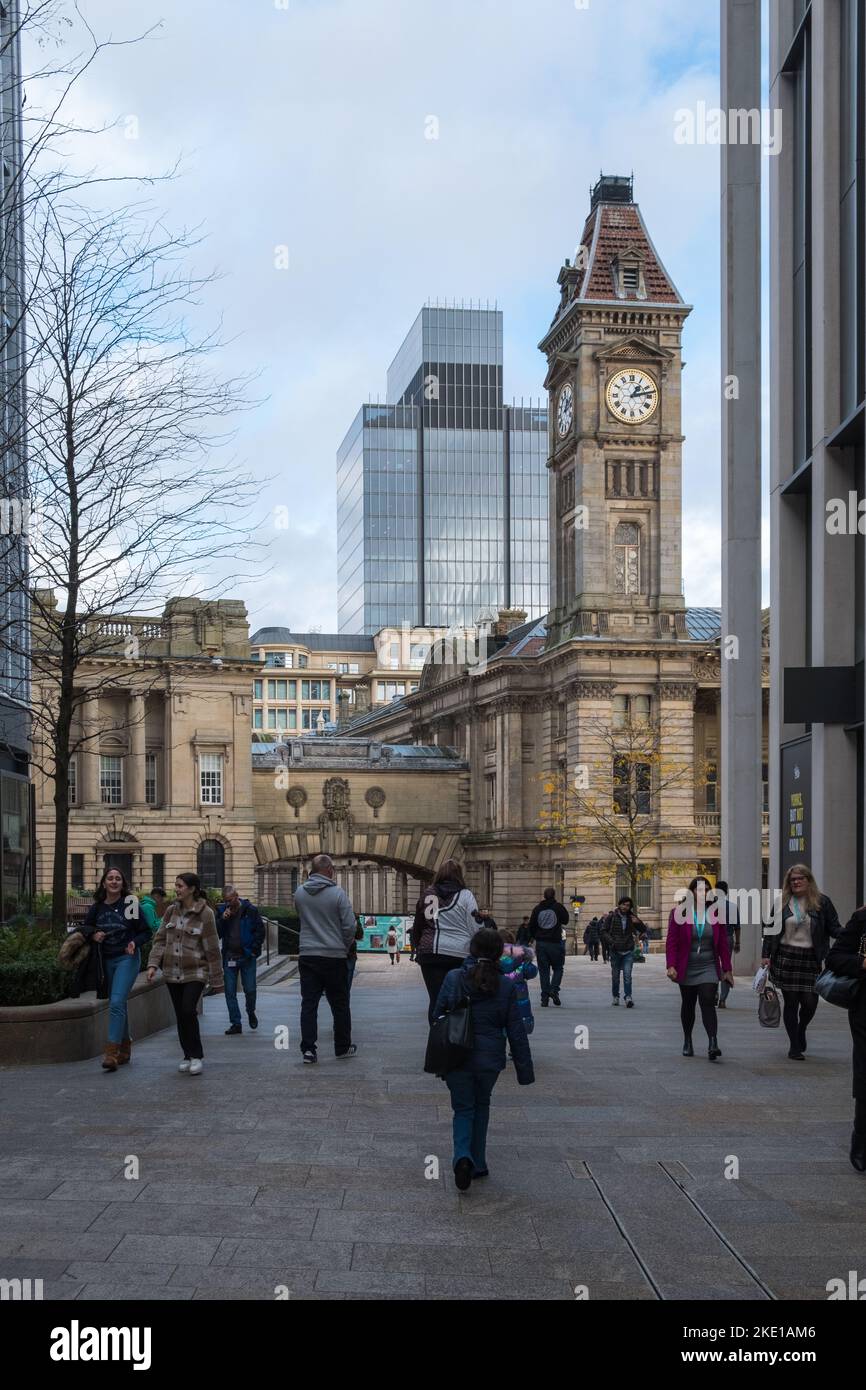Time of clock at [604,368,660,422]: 1:12
